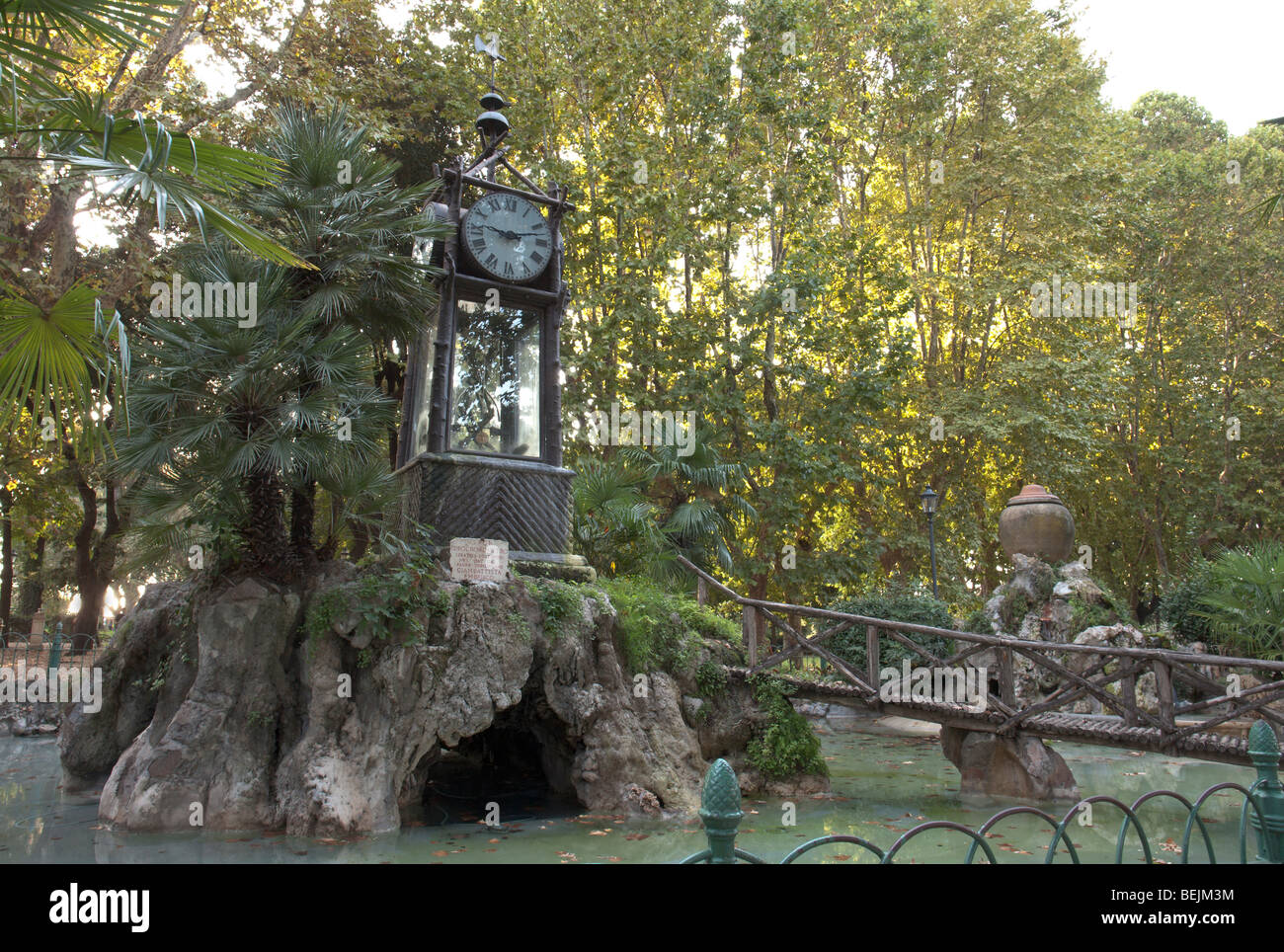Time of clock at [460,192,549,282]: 9:12
